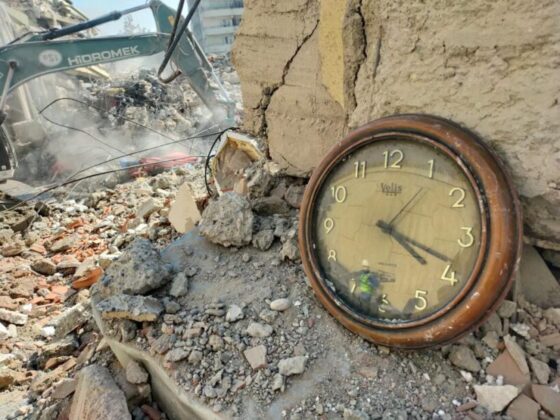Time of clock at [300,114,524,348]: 4:18
